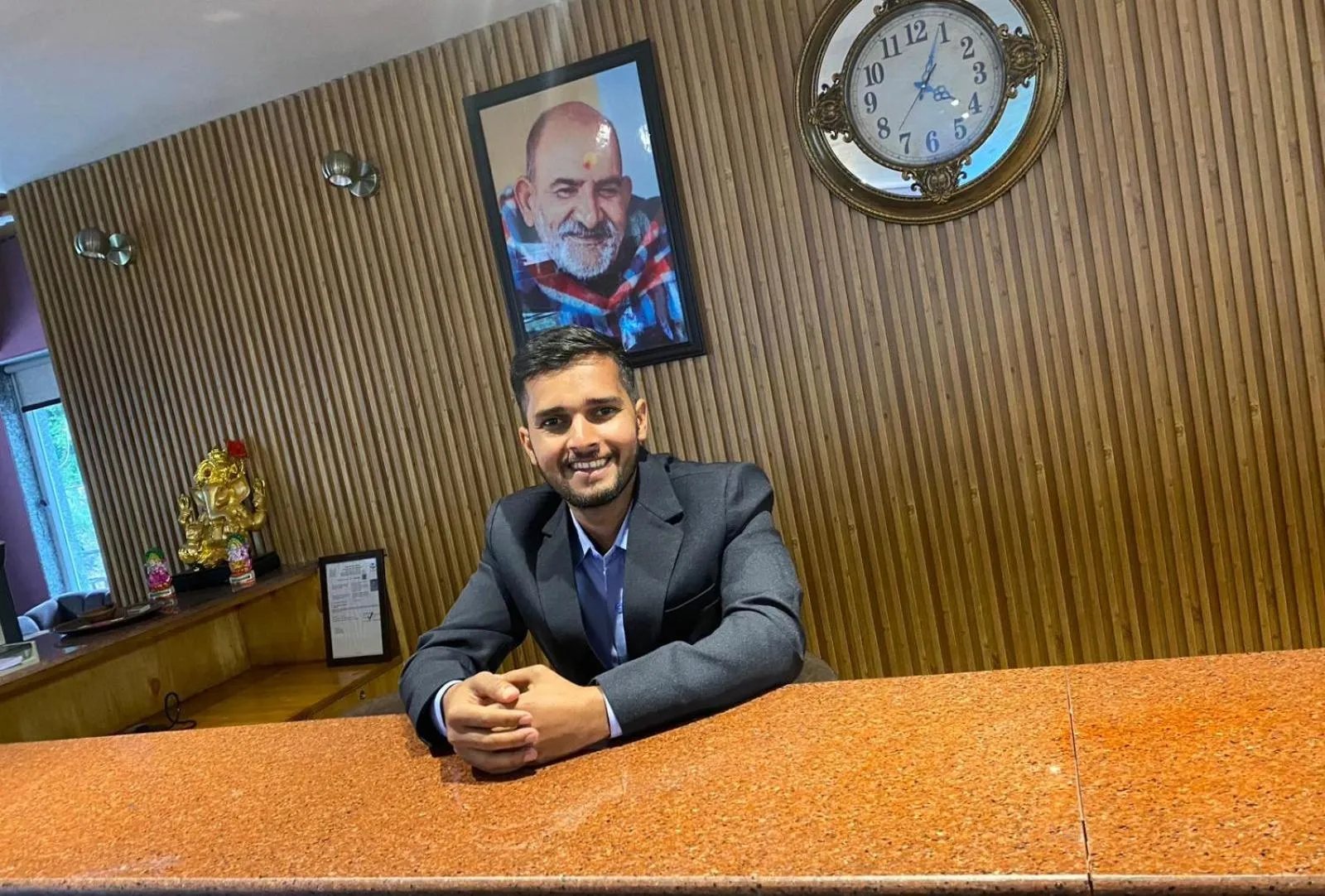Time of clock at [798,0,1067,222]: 4:04
